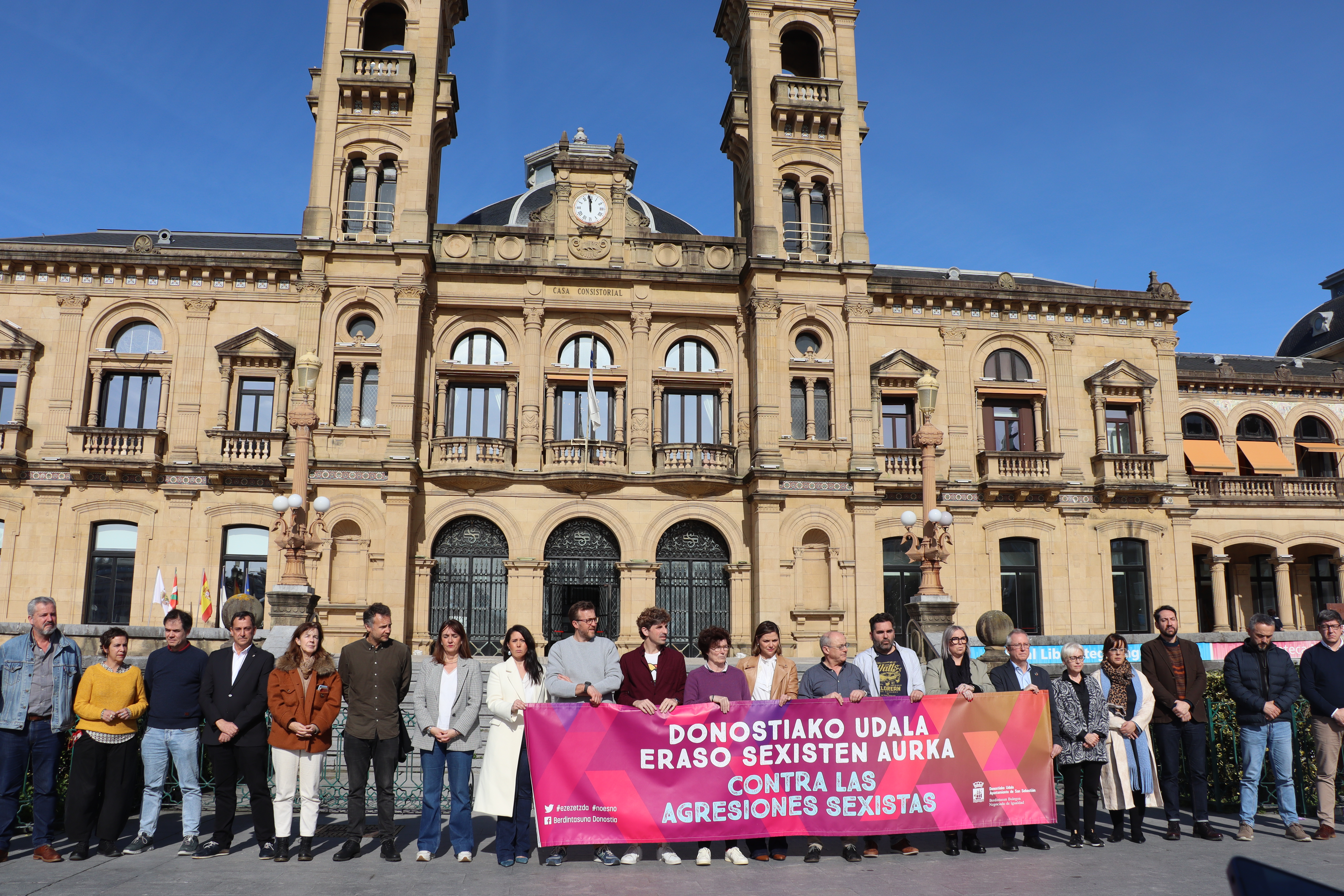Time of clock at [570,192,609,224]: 11:58
